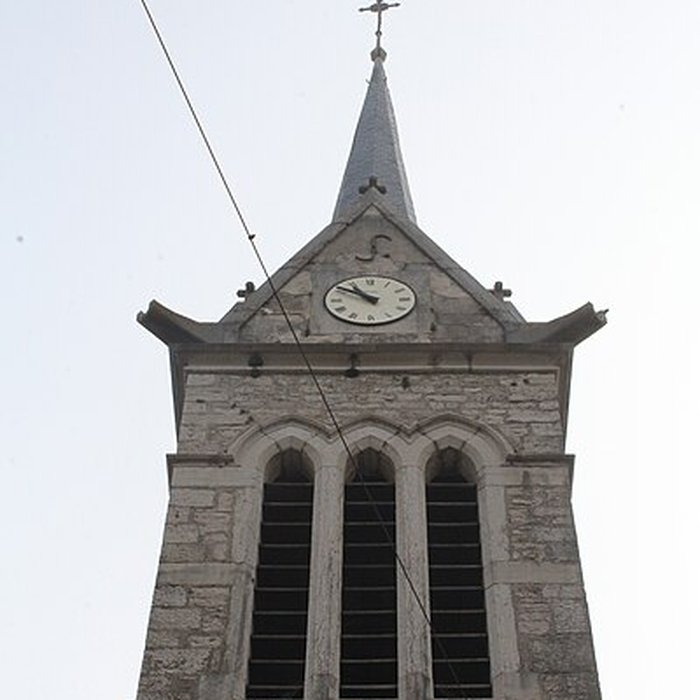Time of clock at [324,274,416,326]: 10:50
